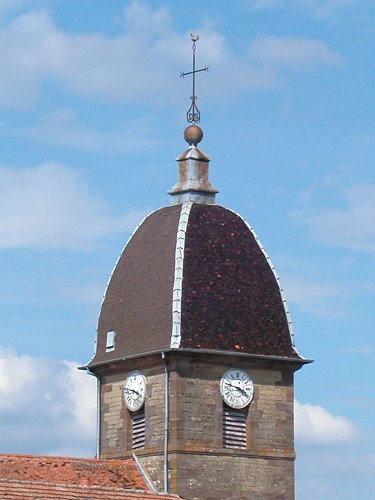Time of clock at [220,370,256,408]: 3:47
